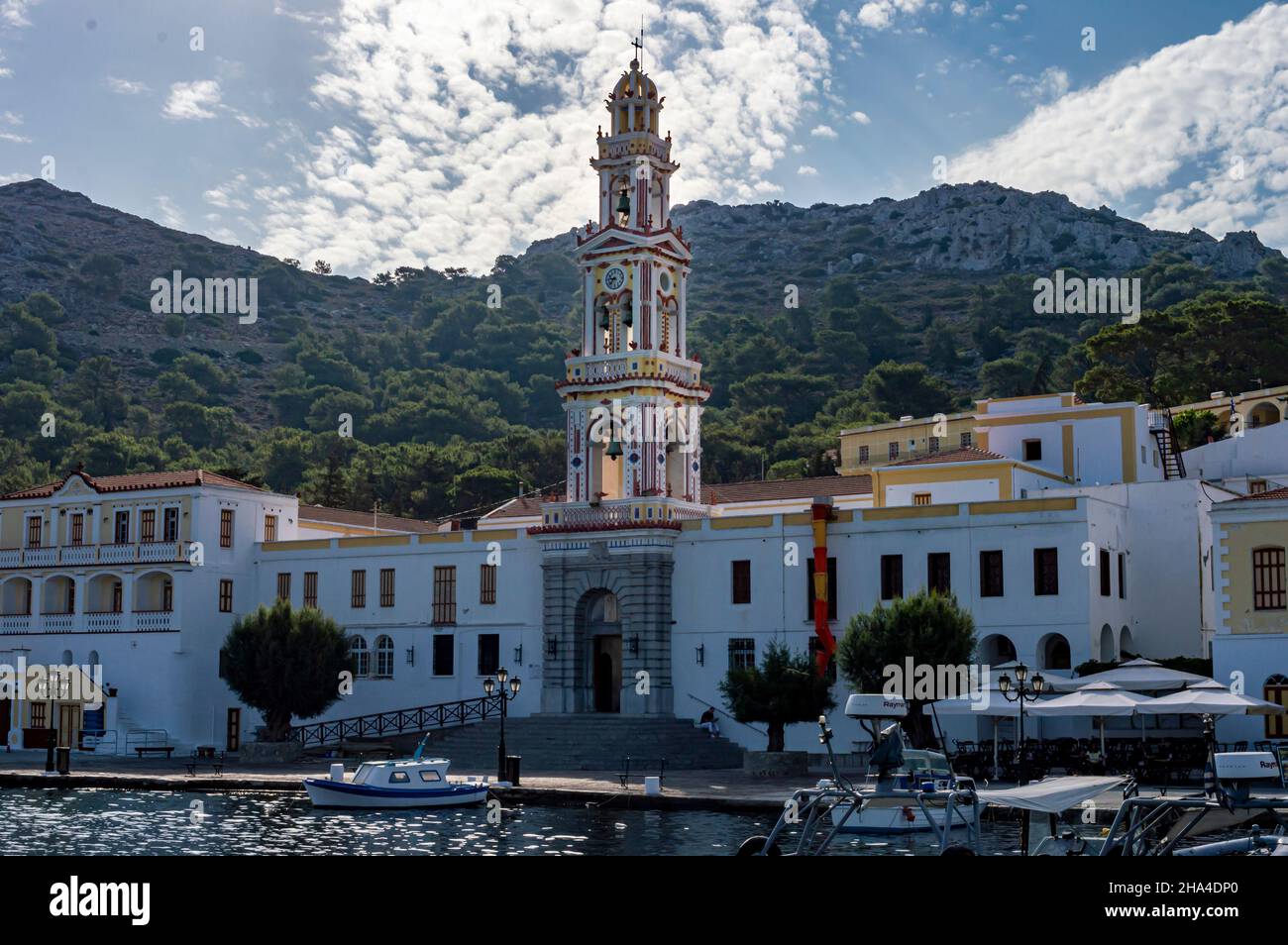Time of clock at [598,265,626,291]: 8:36
